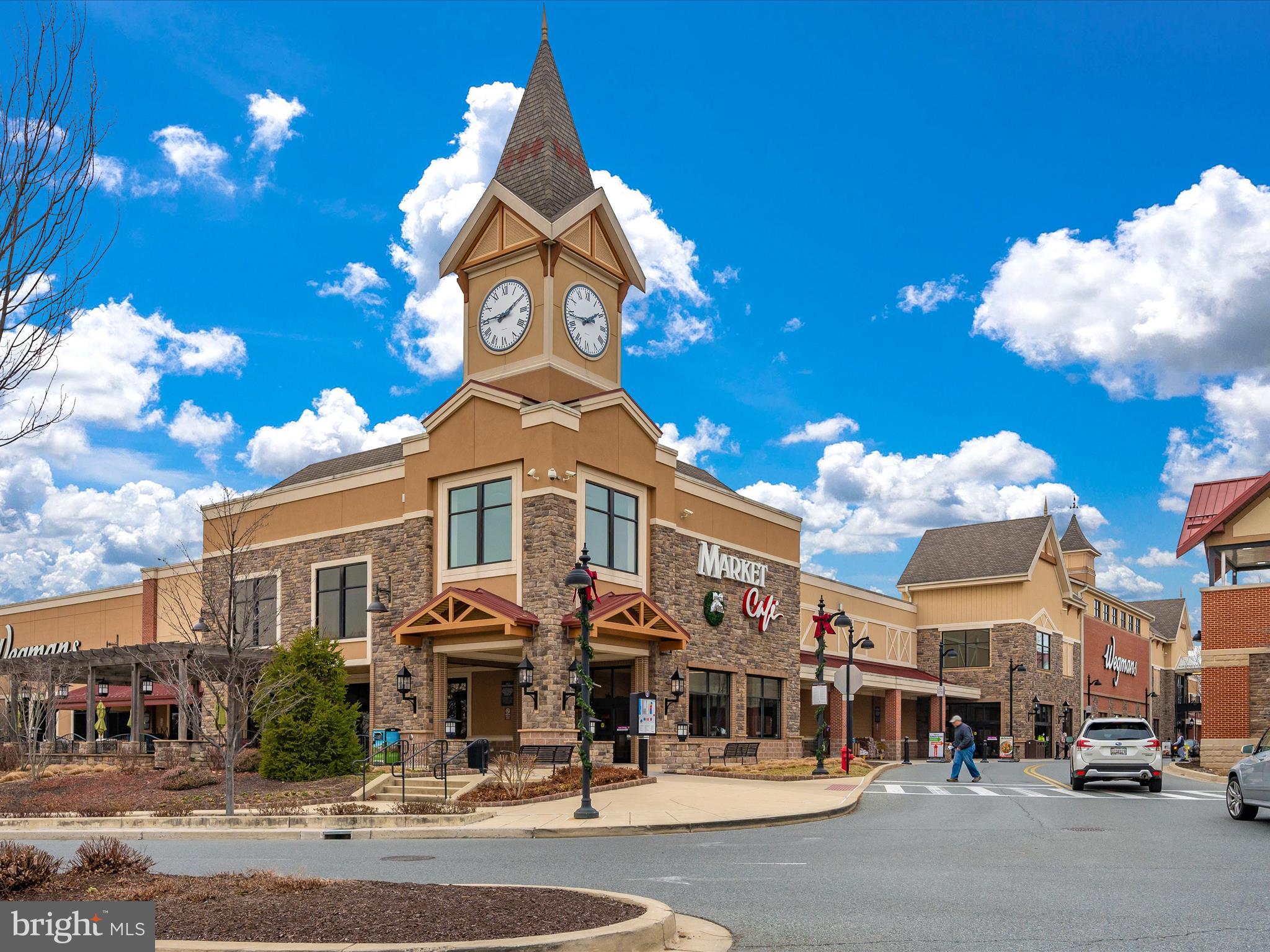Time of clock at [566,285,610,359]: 1:43
